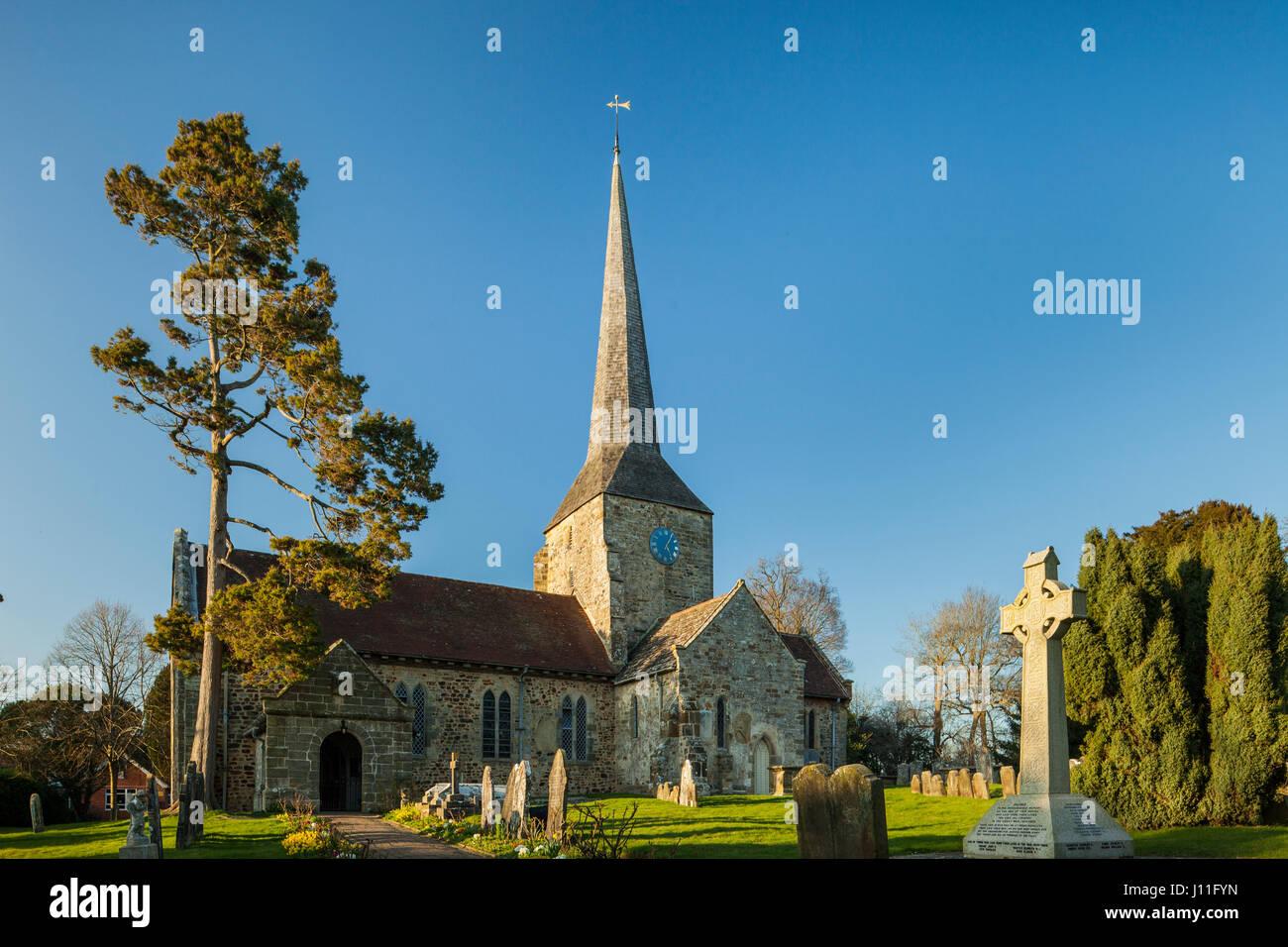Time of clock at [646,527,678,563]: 5:05
